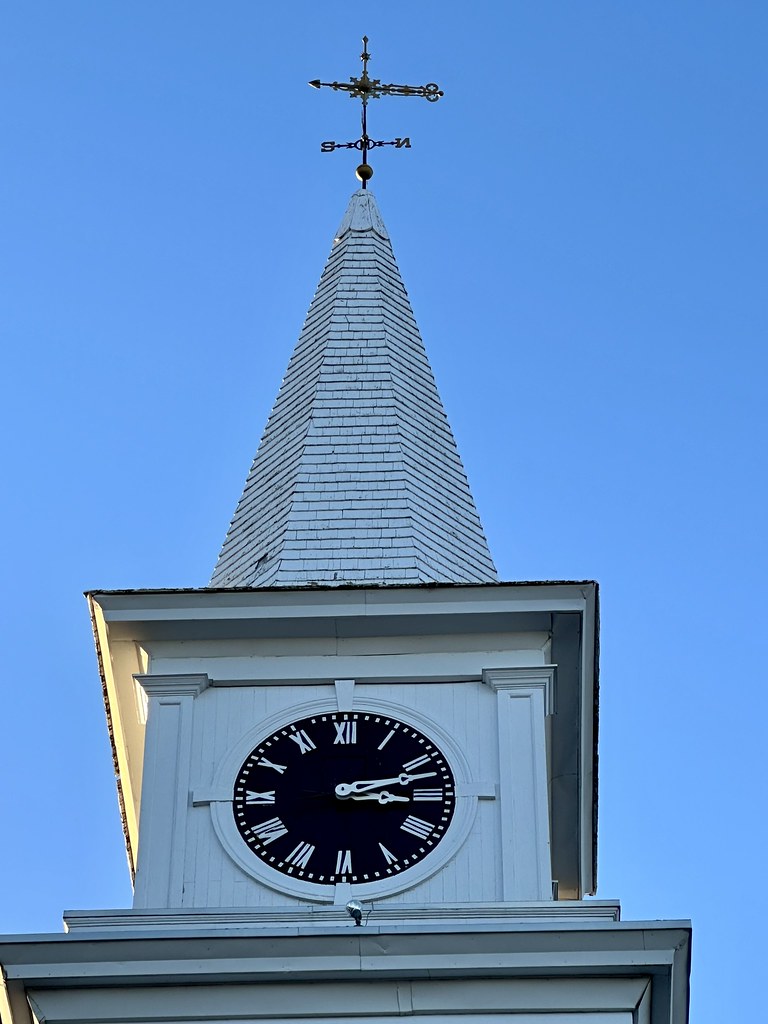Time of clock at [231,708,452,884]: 3:12
